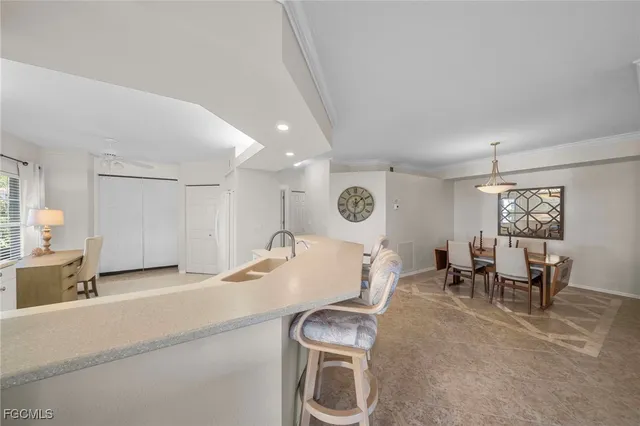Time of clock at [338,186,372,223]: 1:31
